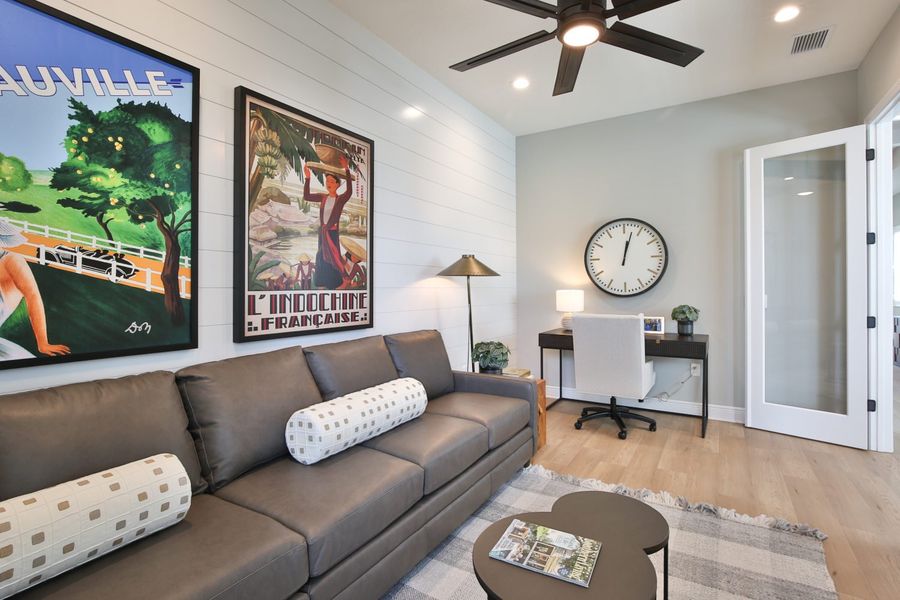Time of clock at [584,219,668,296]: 12:02
